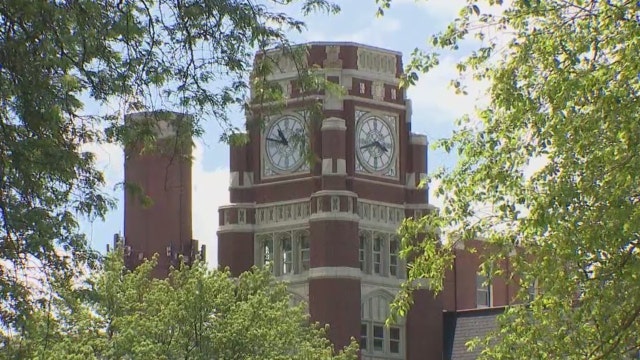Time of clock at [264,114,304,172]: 10:47
